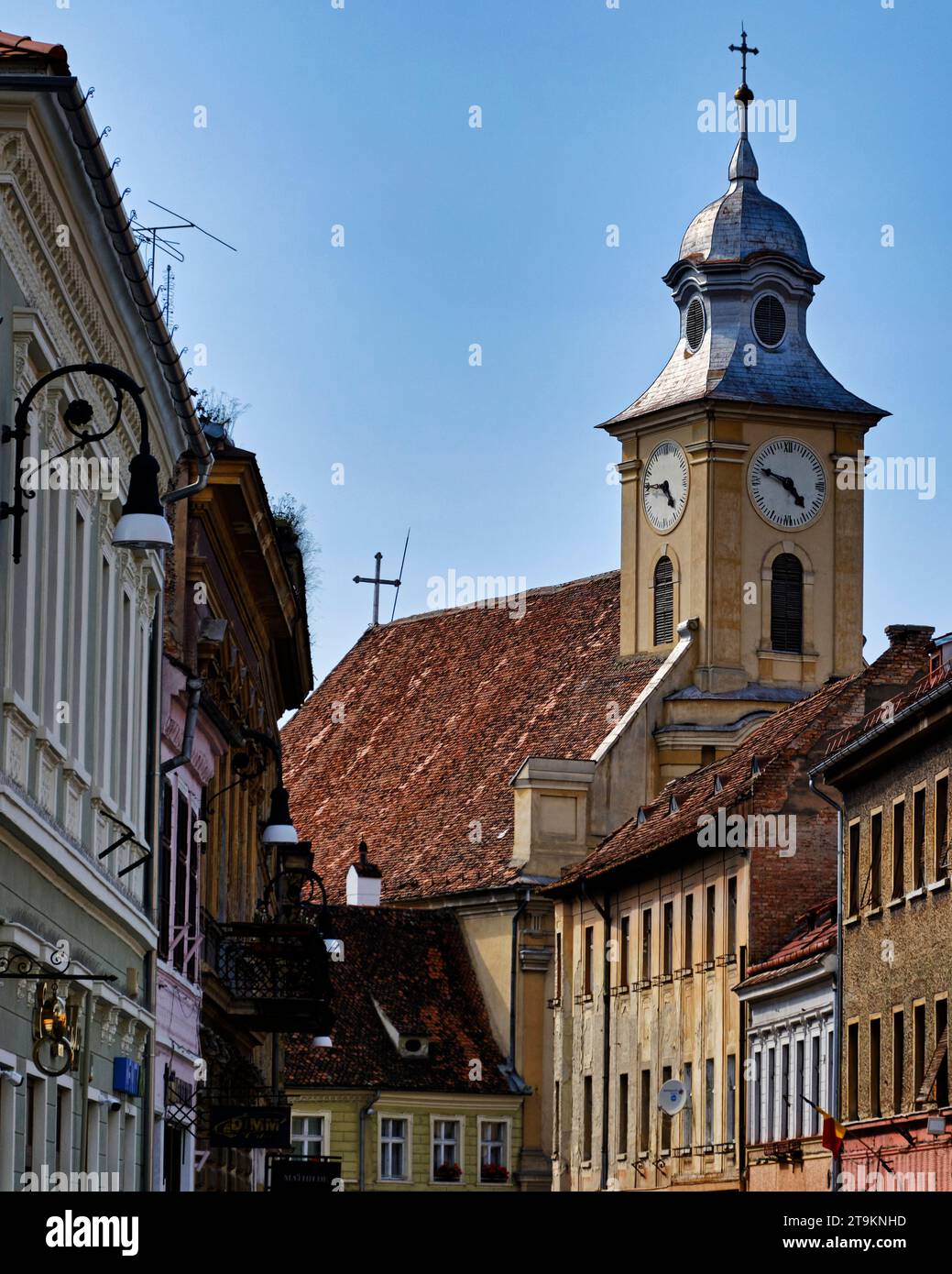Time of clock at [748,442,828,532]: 4:48
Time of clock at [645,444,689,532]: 4:46
